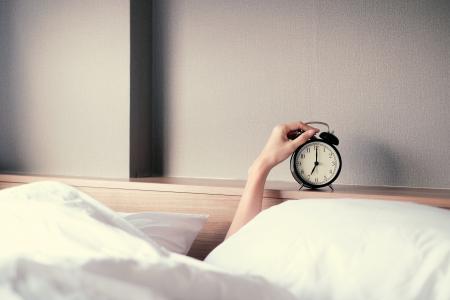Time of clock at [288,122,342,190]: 7:00
